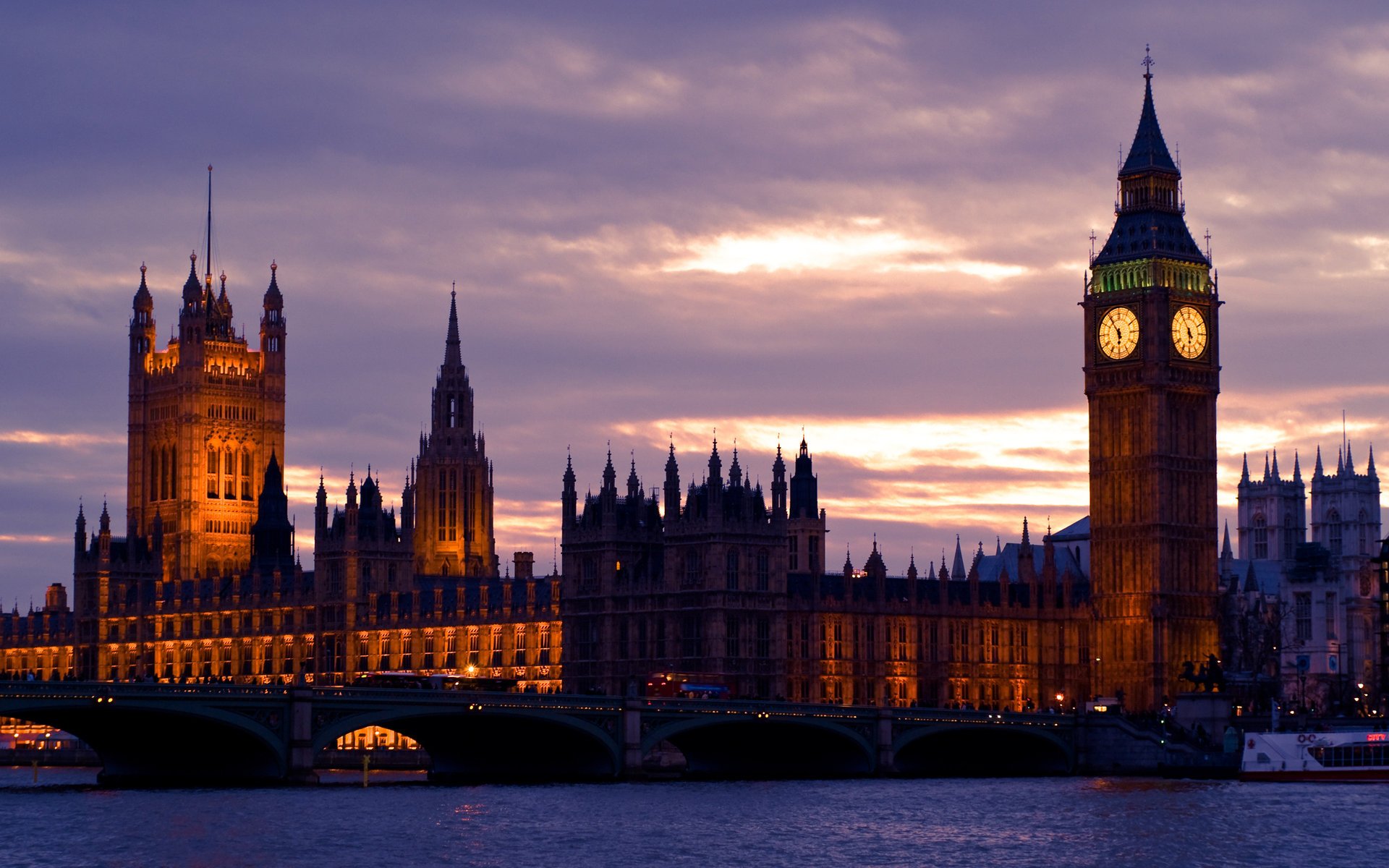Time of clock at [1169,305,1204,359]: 5:54
